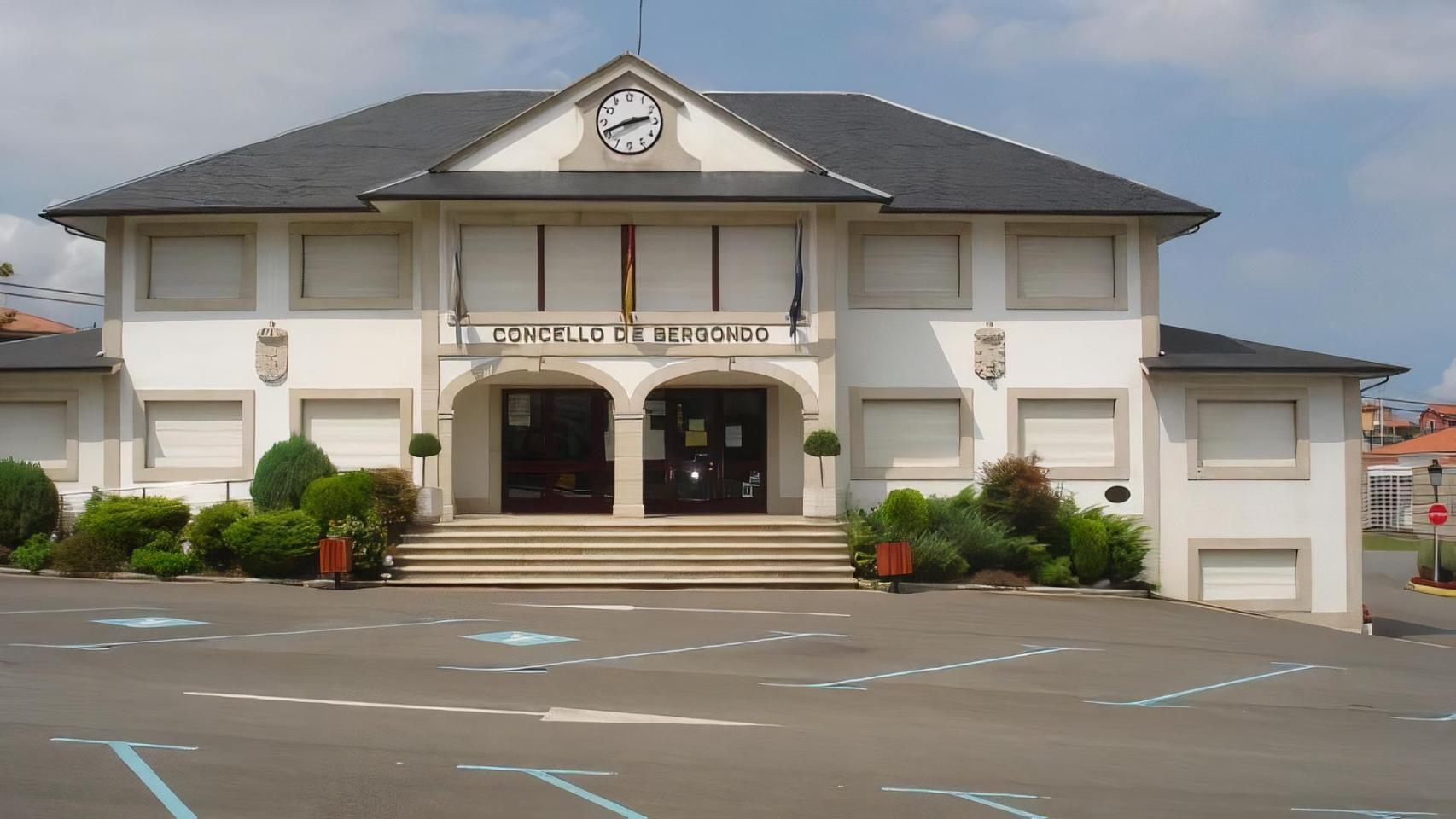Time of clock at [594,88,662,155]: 2:41
